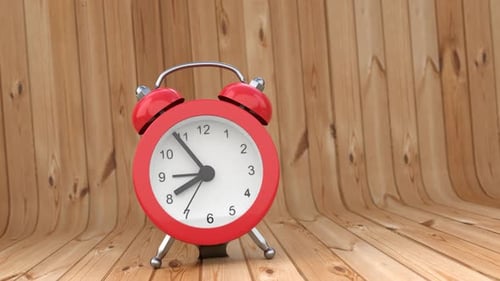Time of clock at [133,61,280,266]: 7:54
